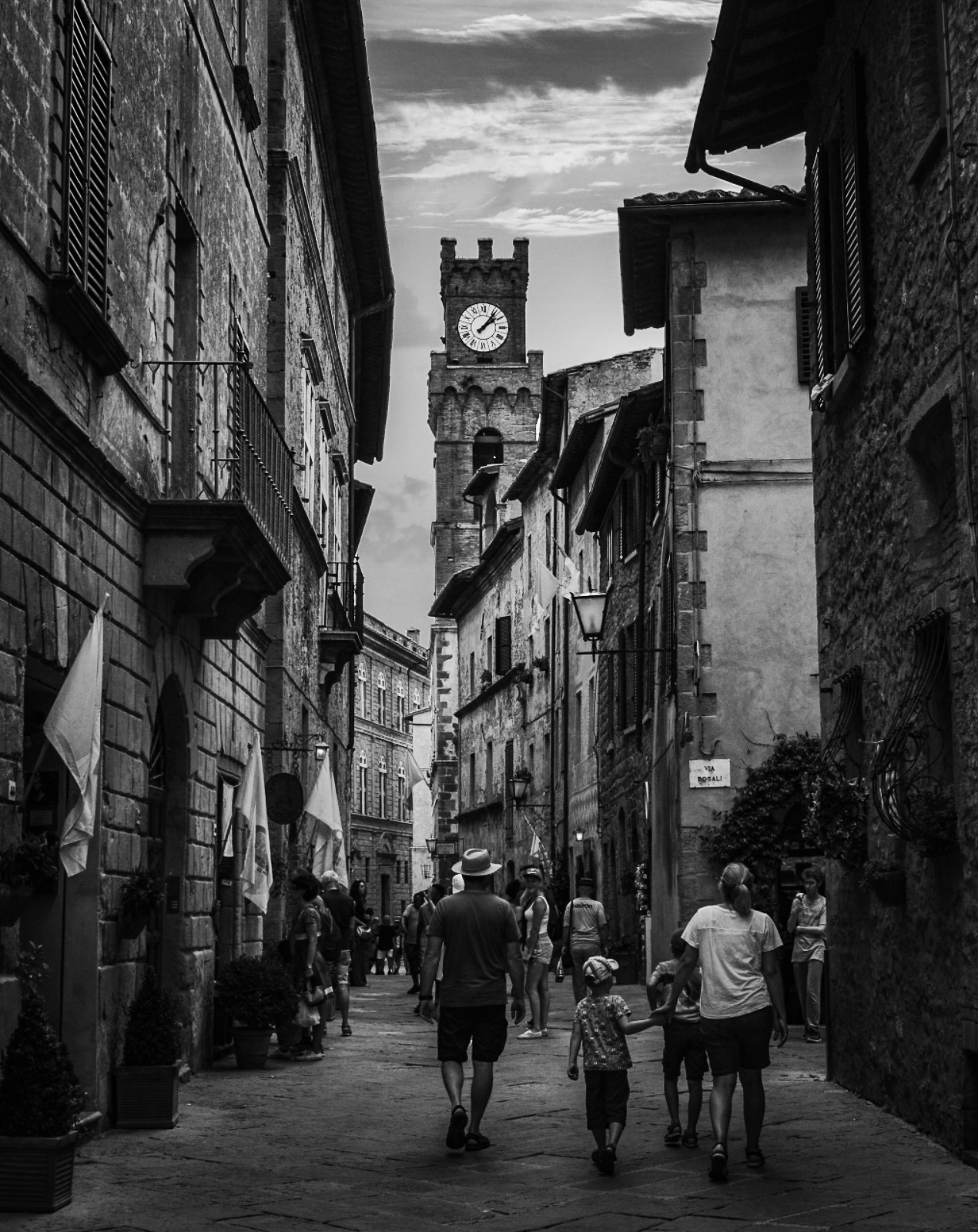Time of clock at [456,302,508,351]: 2:06
